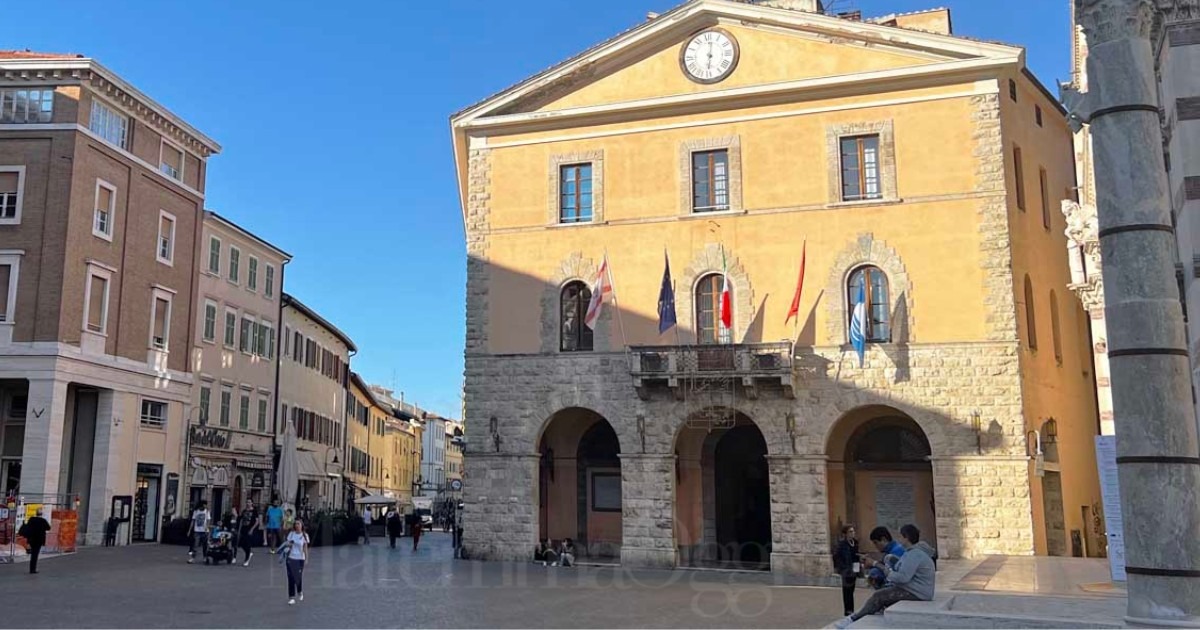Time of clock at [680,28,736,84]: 6:01
